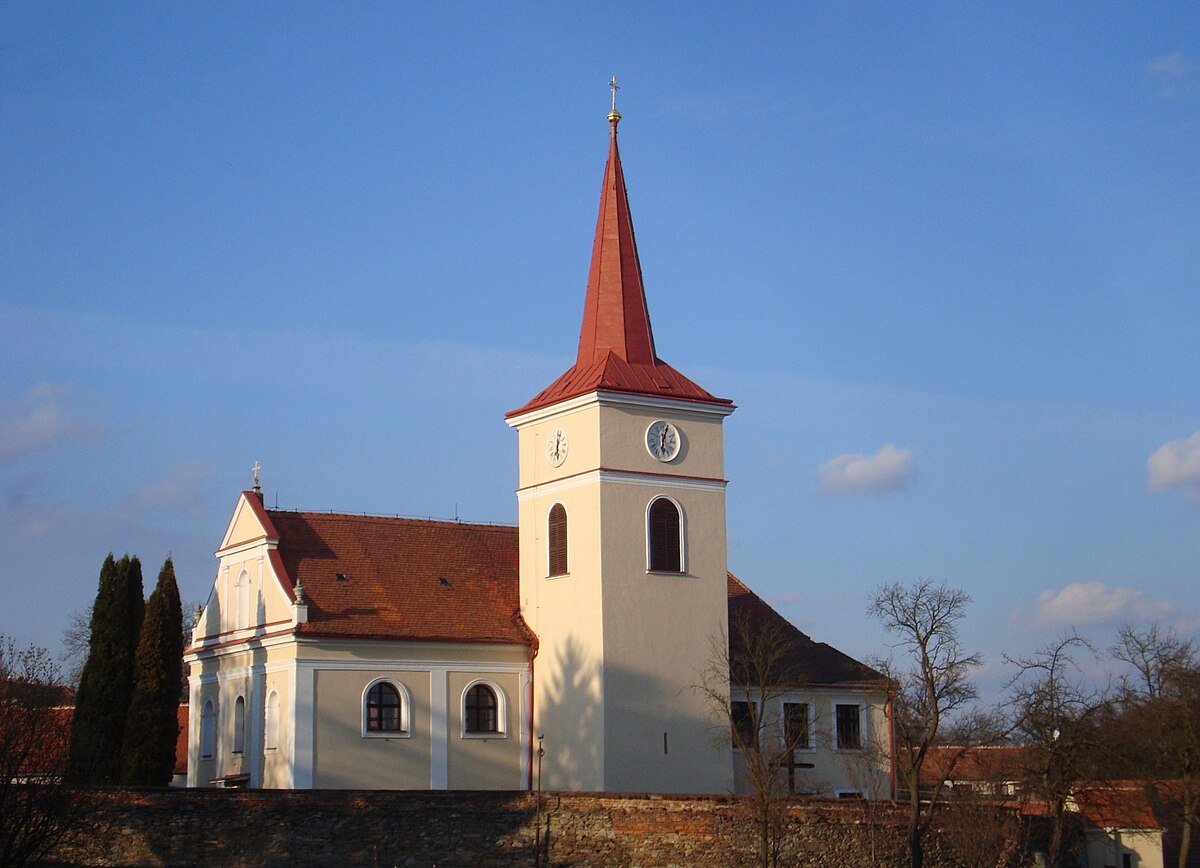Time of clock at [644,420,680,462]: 6:03
